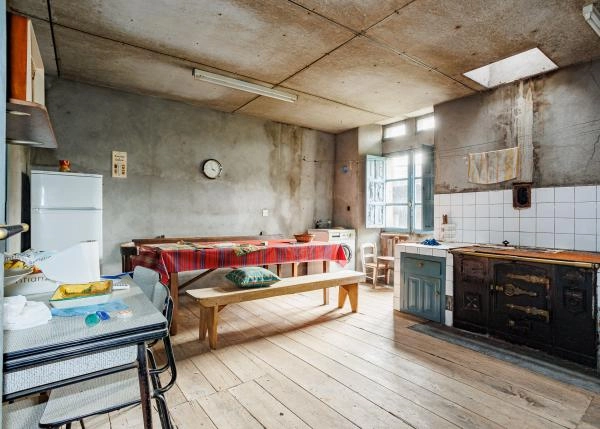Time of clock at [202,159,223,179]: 3:58
